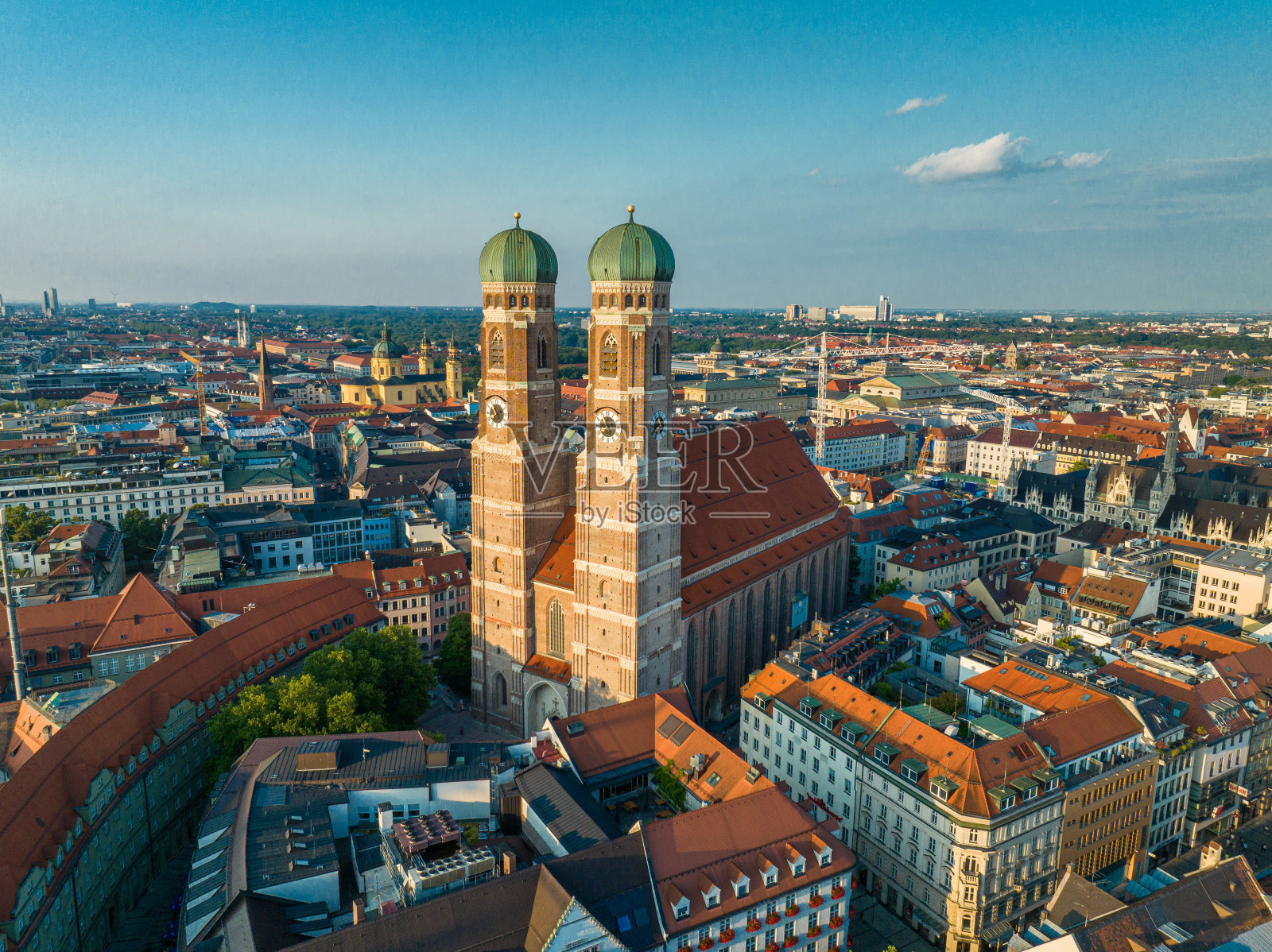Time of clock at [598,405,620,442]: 11:13
